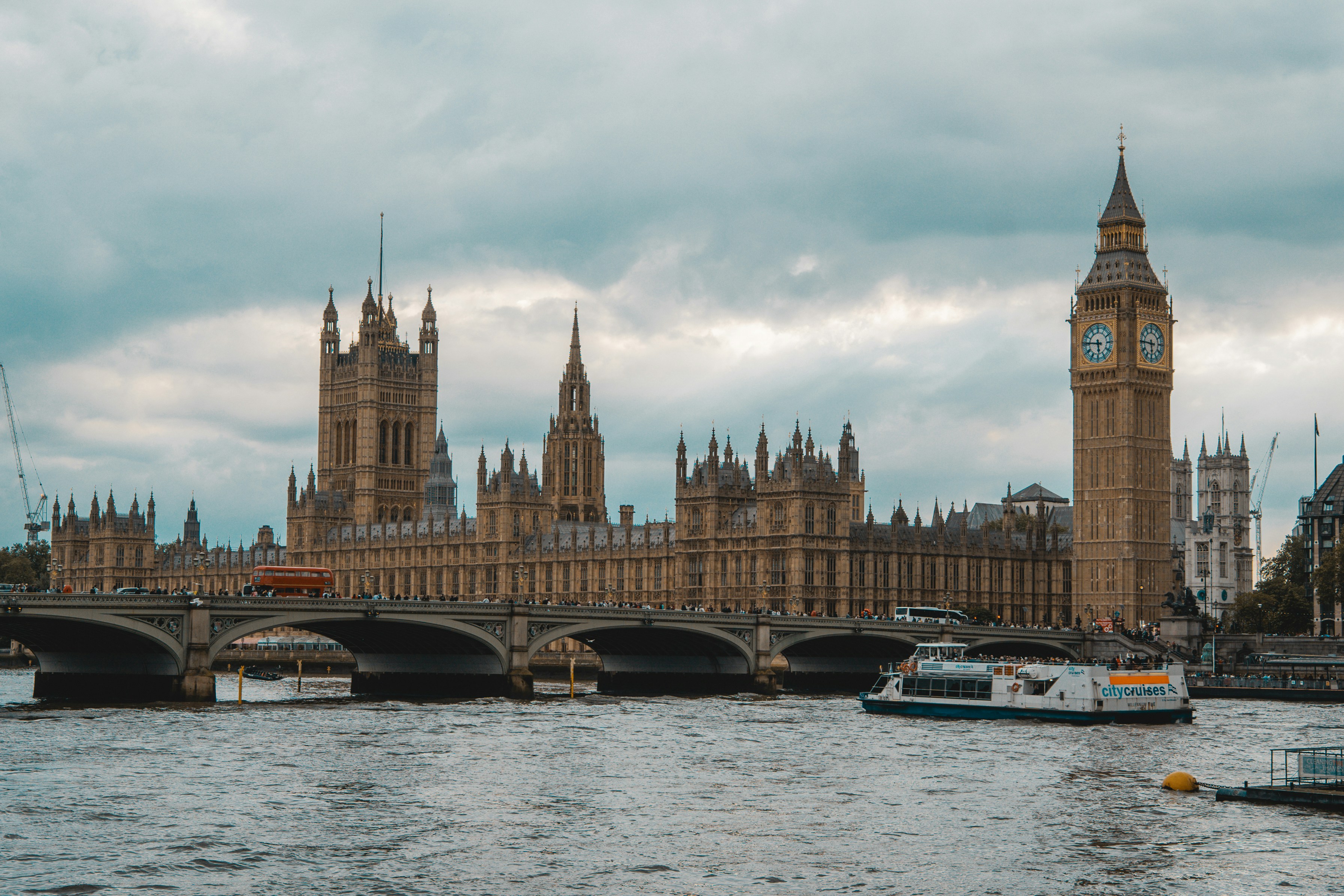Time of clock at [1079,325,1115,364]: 5:46
